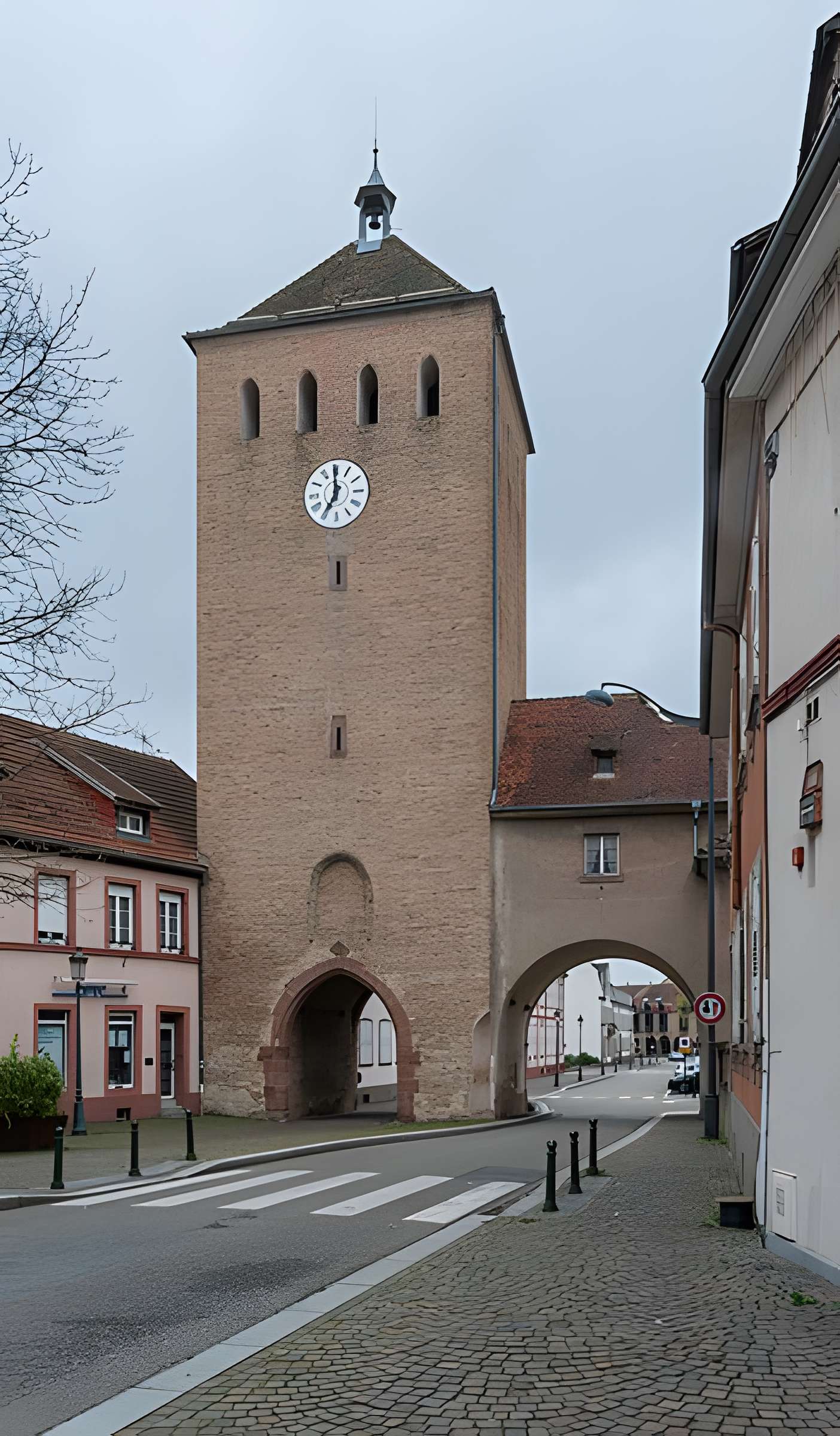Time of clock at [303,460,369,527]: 6:59
